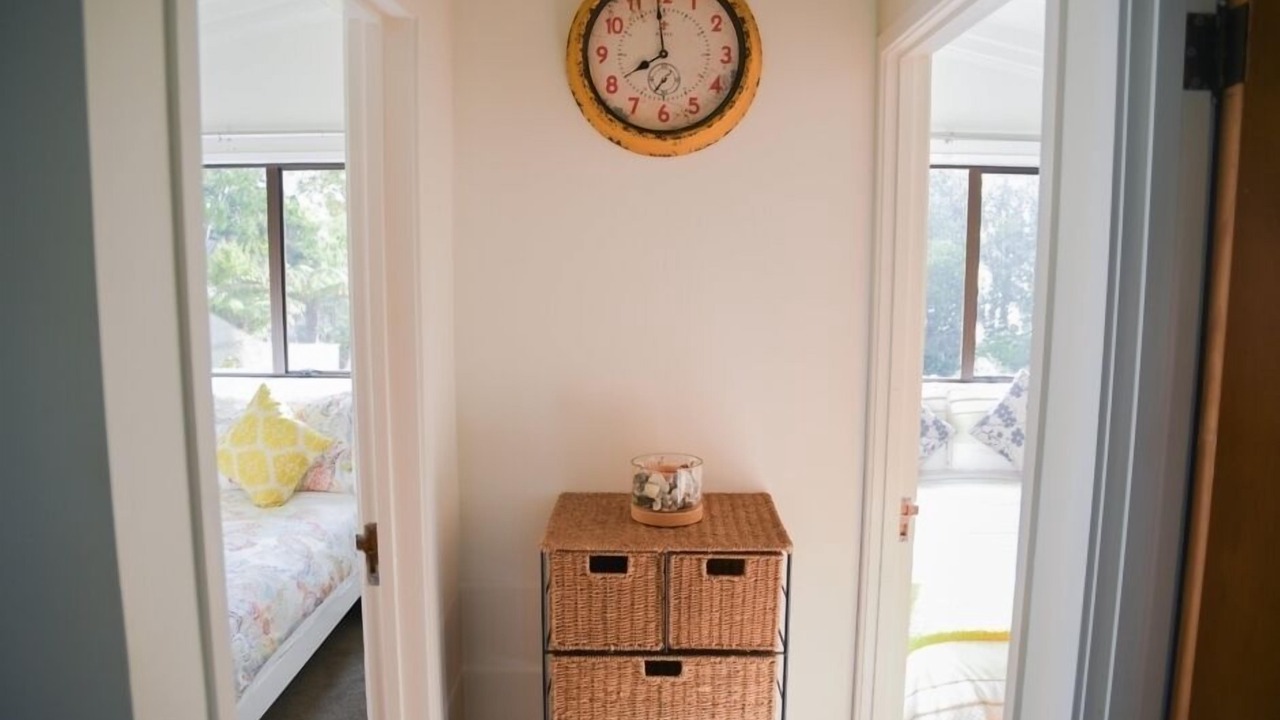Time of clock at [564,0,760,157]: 7:59
